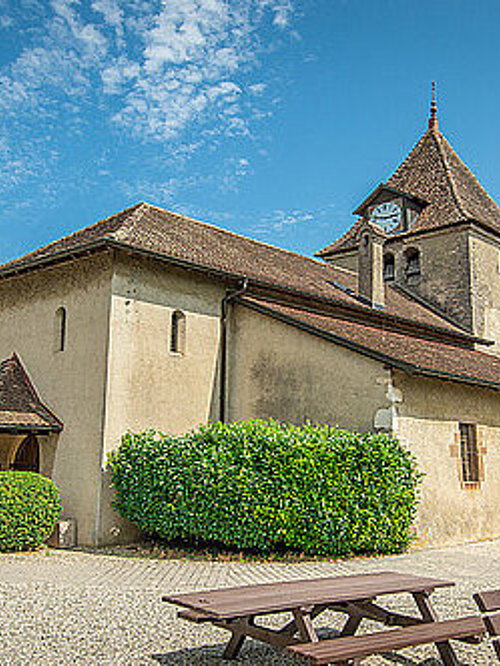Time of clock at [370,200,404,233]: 2:46
